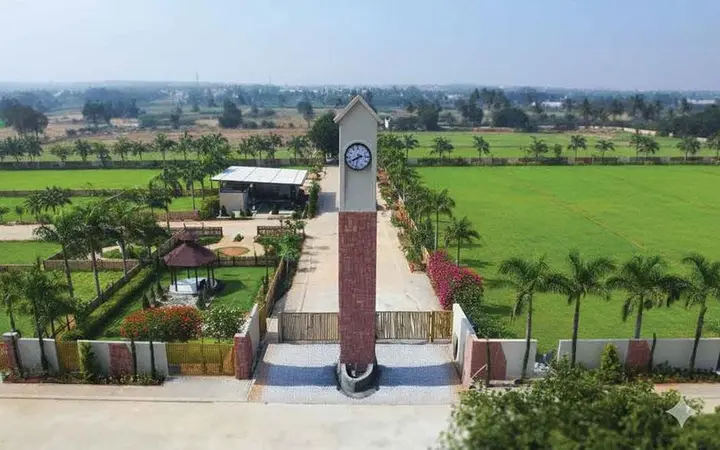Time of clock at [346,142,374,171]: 2:40
